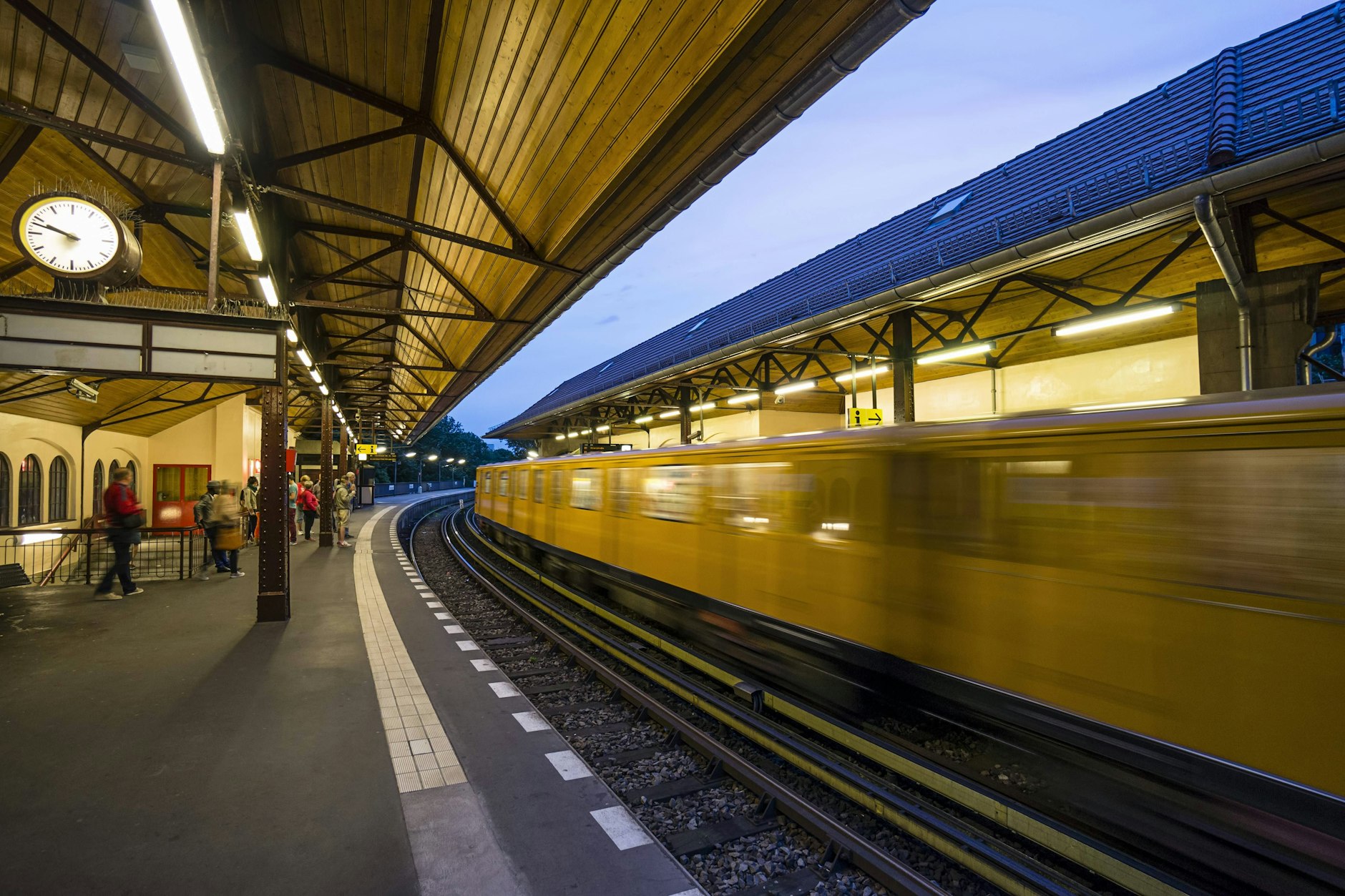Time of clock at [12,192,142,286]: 9:48
